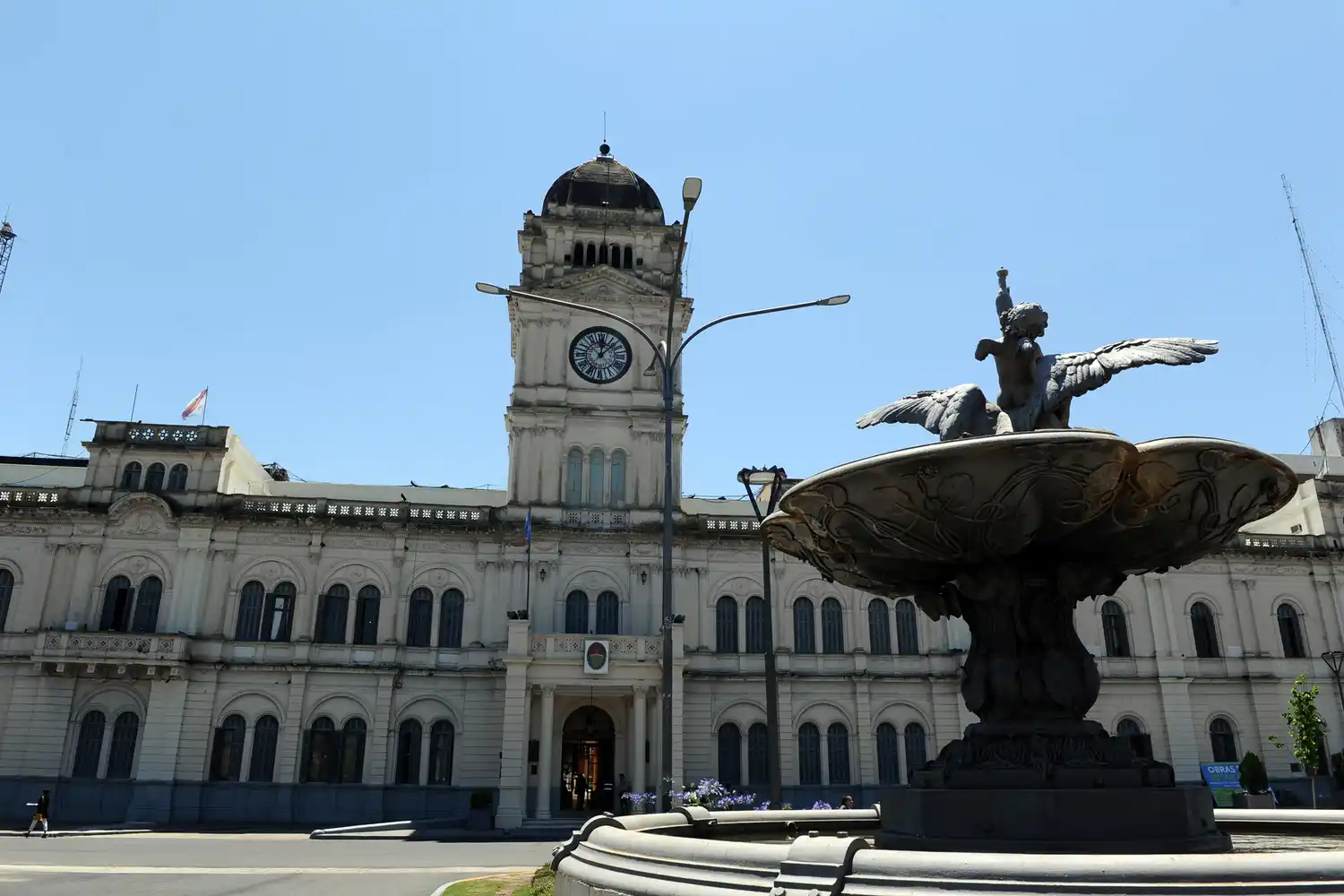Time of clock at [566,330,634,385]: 12:07
